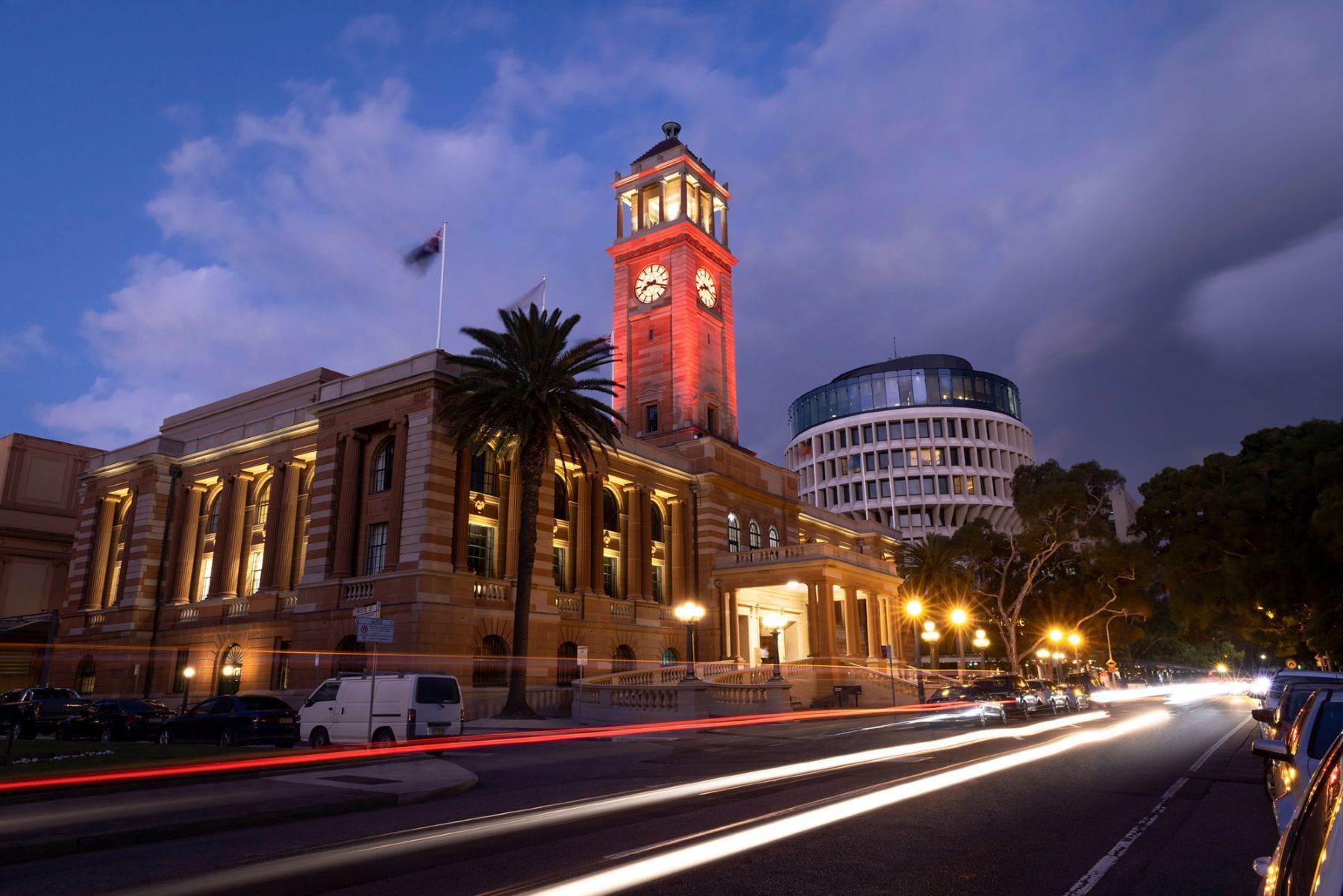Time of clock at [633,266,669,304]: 8:18
